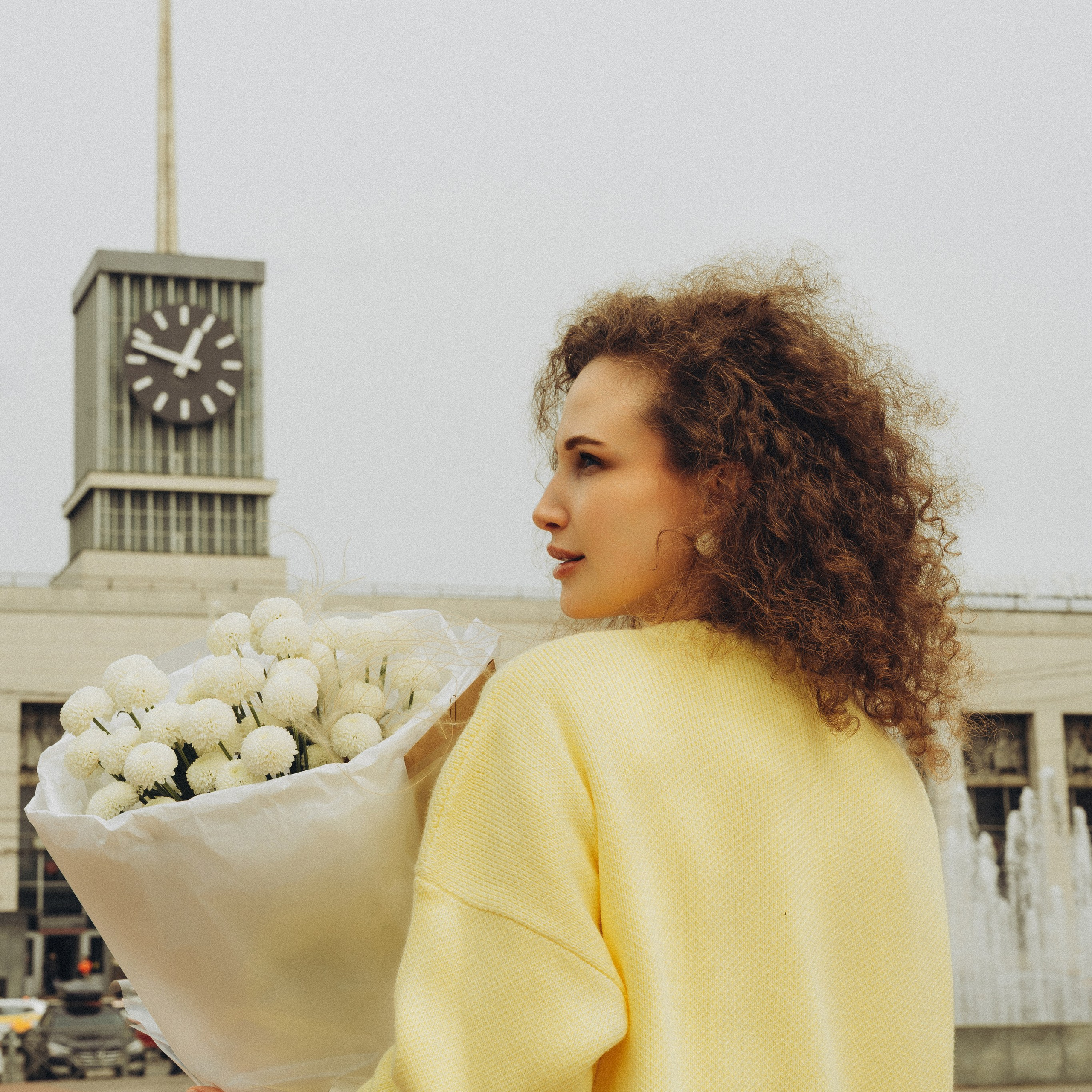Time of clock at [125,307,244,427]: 12:47
